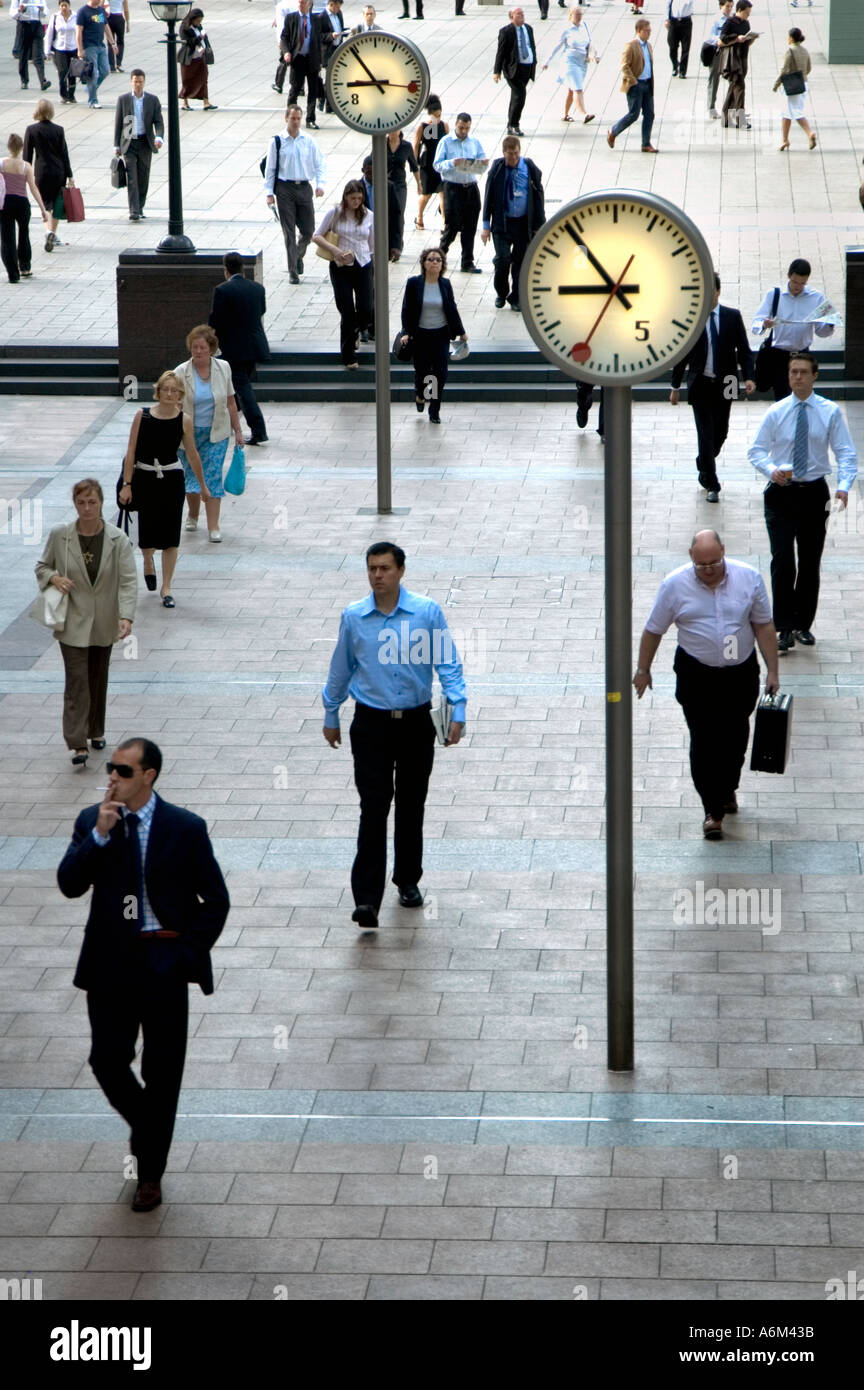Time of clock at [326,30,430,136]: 8:54
